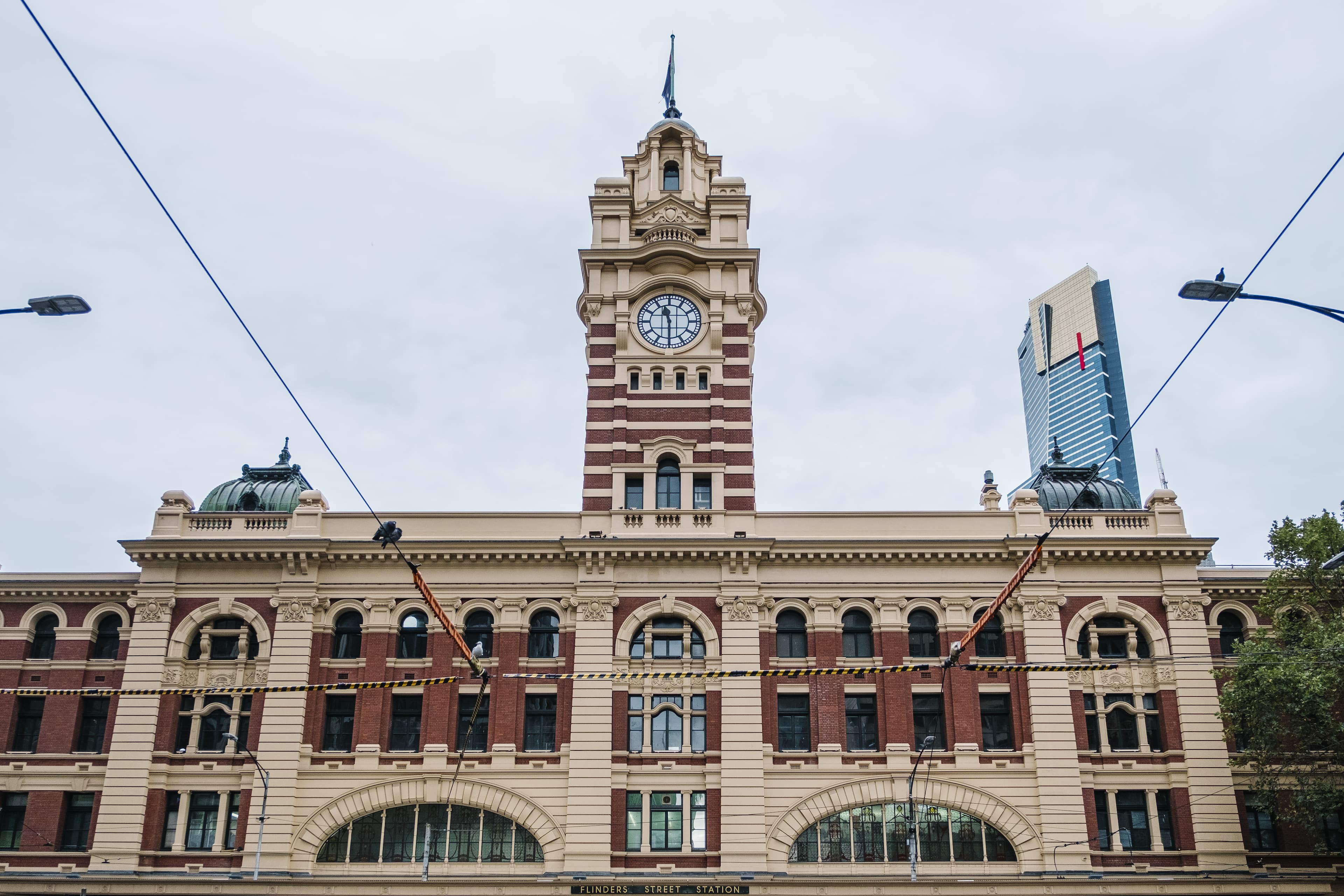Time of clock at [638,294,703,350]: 11:29
